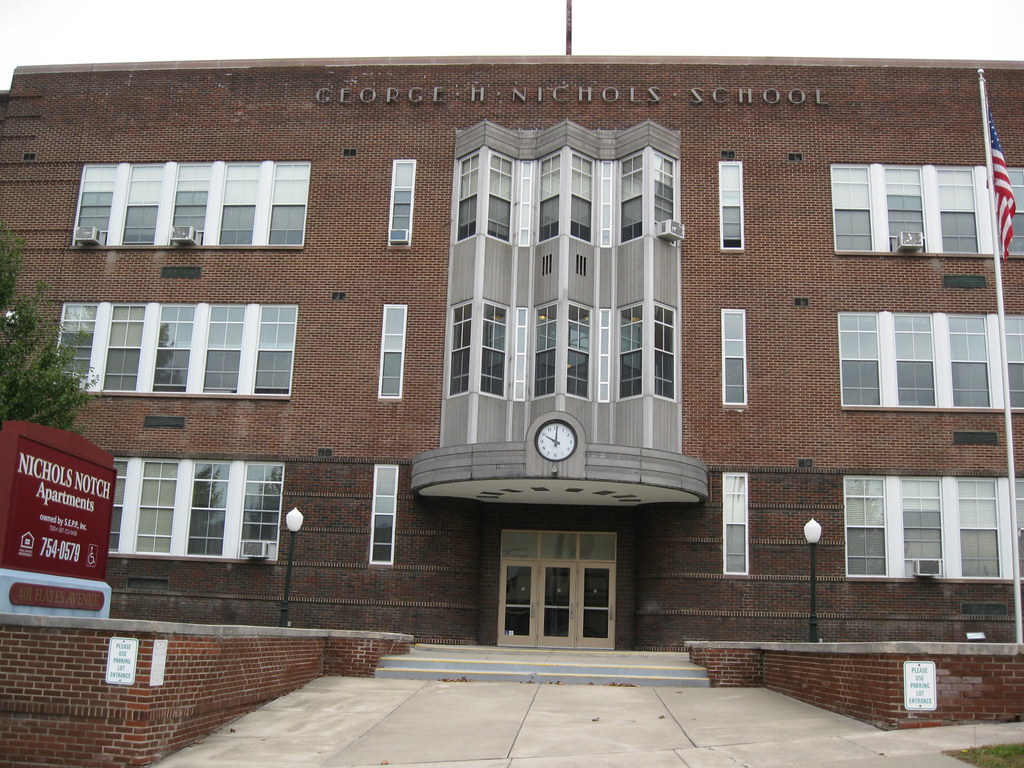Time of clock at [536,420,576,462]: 10:00
